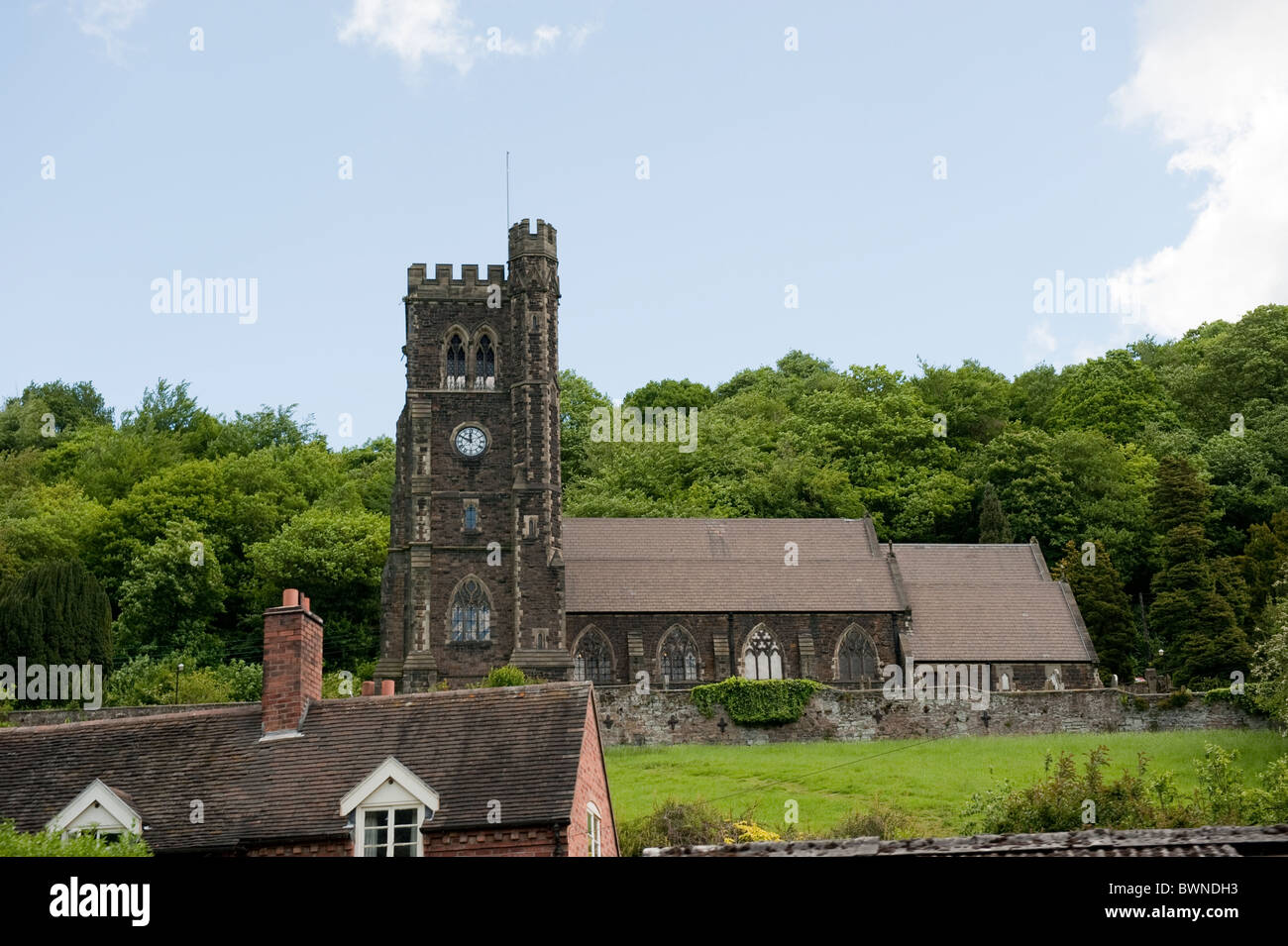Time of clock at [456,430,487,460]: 11:49
